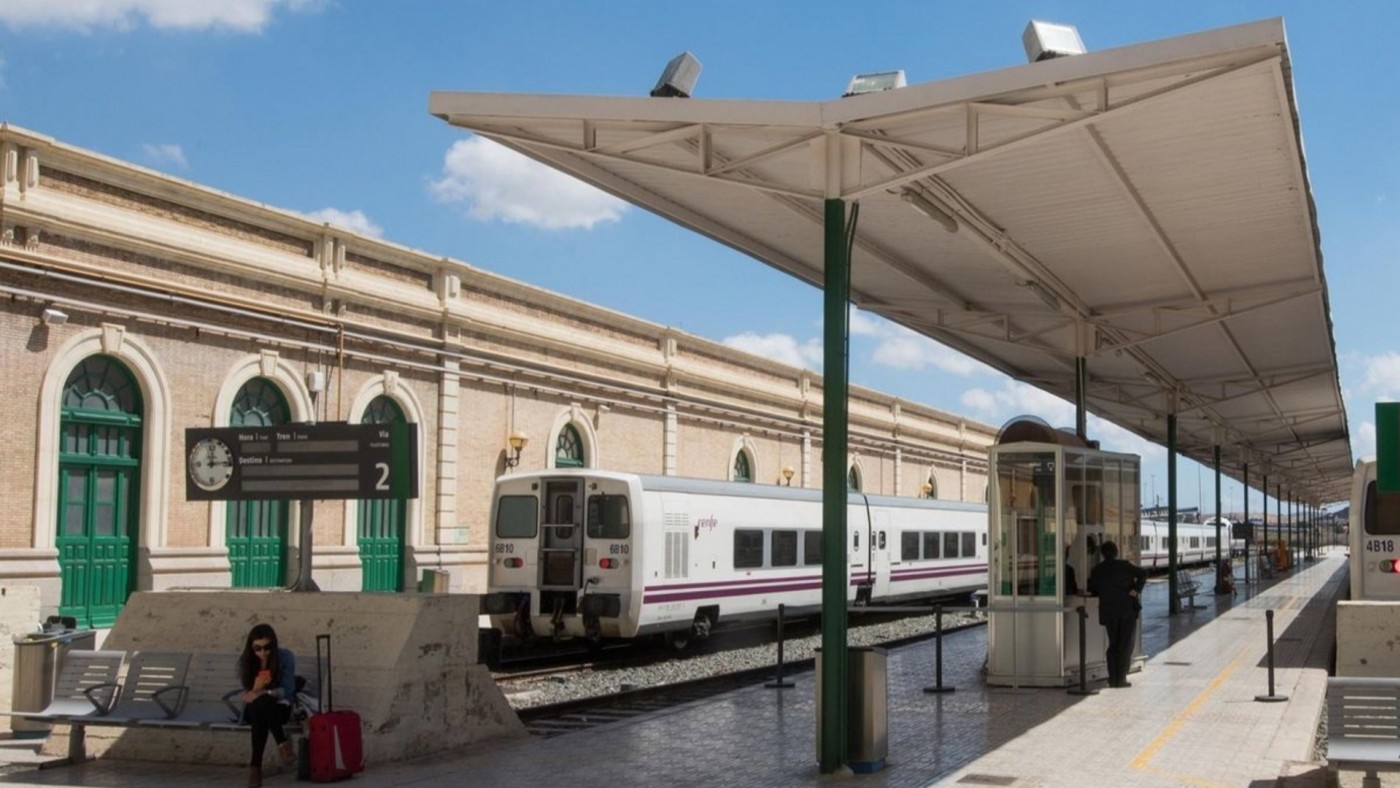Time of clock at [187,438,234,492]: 12:14
